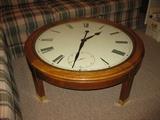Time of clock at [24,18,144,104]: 1:31
